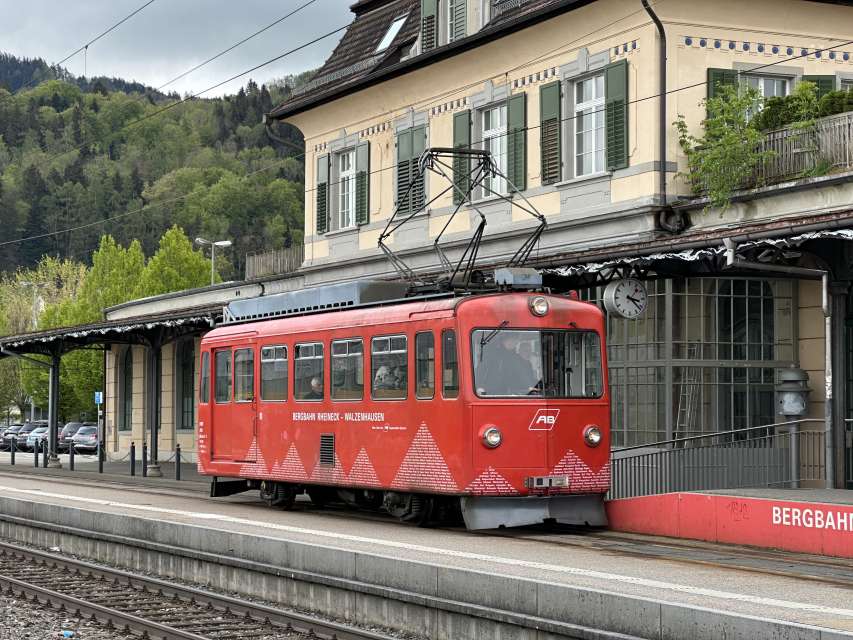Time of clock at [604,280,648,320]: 3:21
